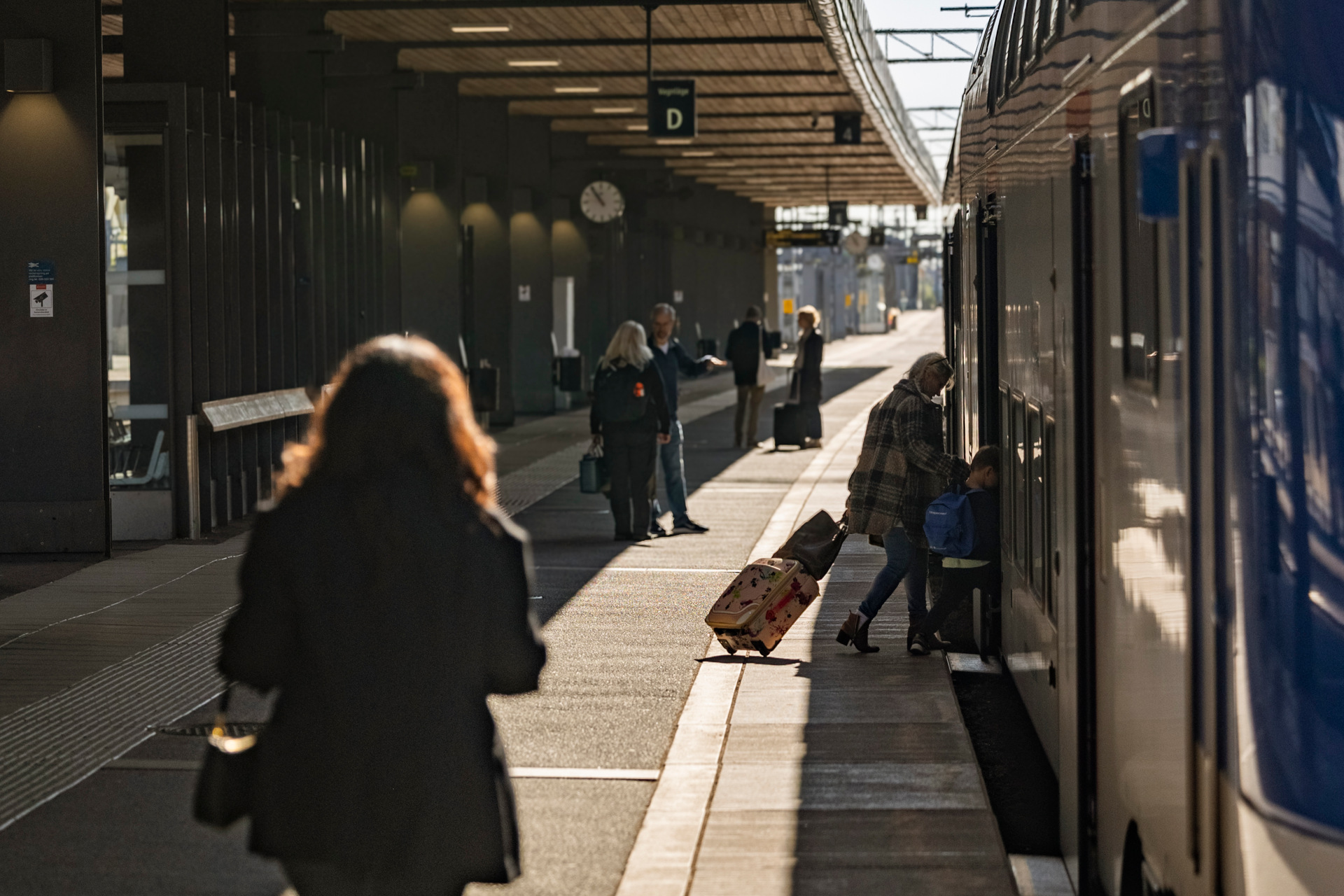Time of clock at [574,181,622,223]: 10:54
